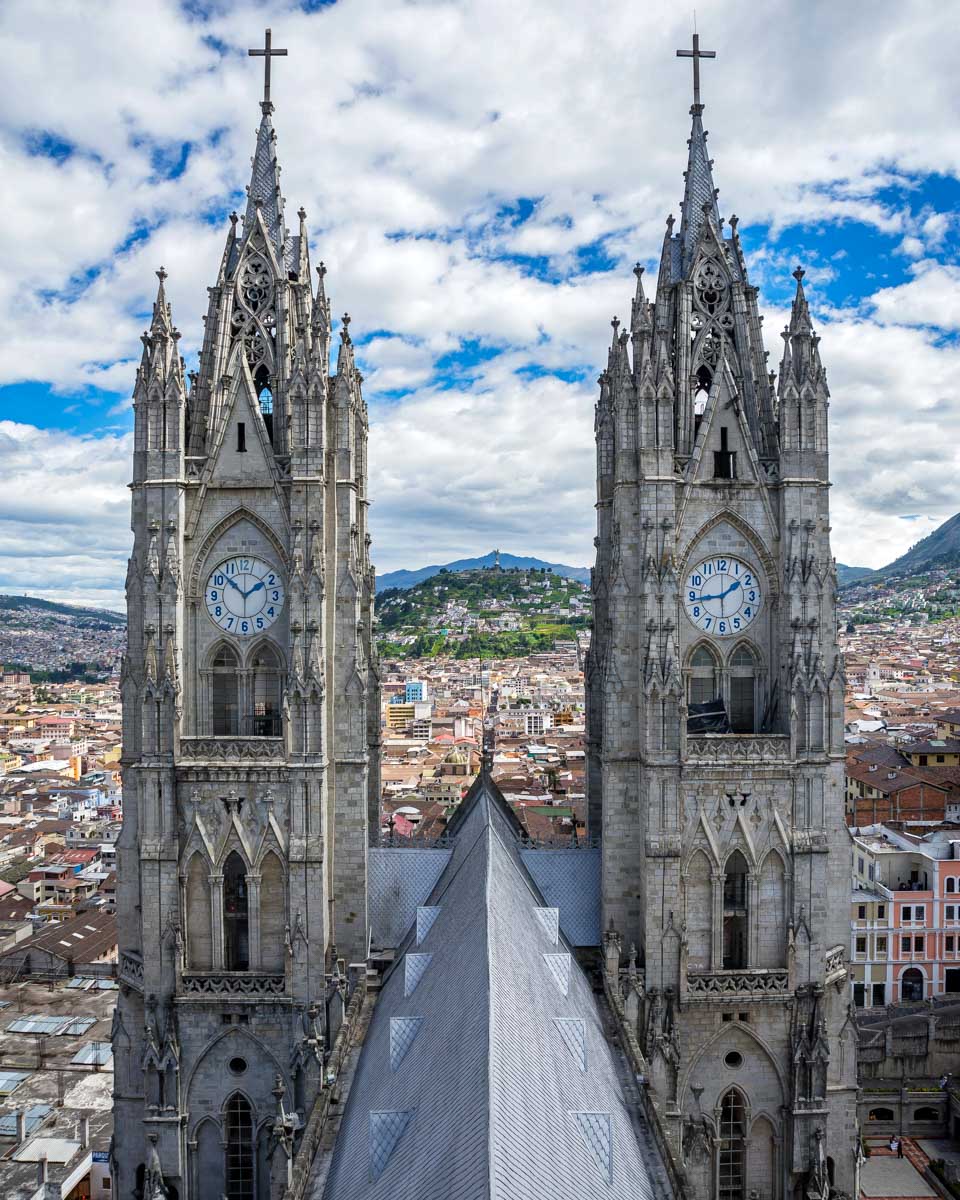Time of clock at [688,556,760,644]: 1:43
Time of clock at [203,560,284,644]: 1:52
